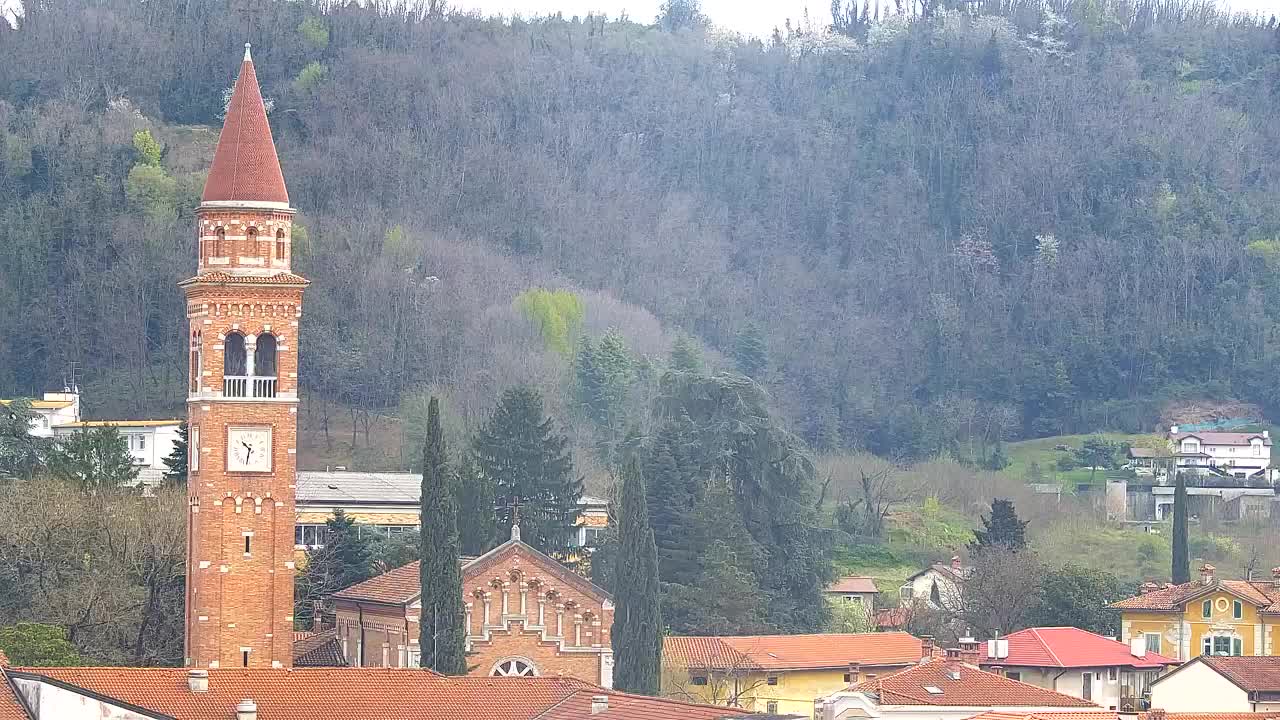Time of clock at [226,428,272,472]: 10:32
